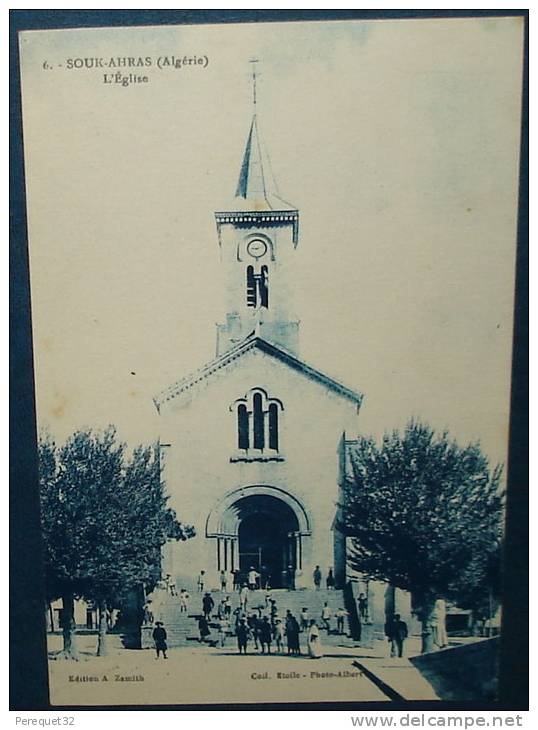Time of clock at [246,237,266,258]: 9:12
